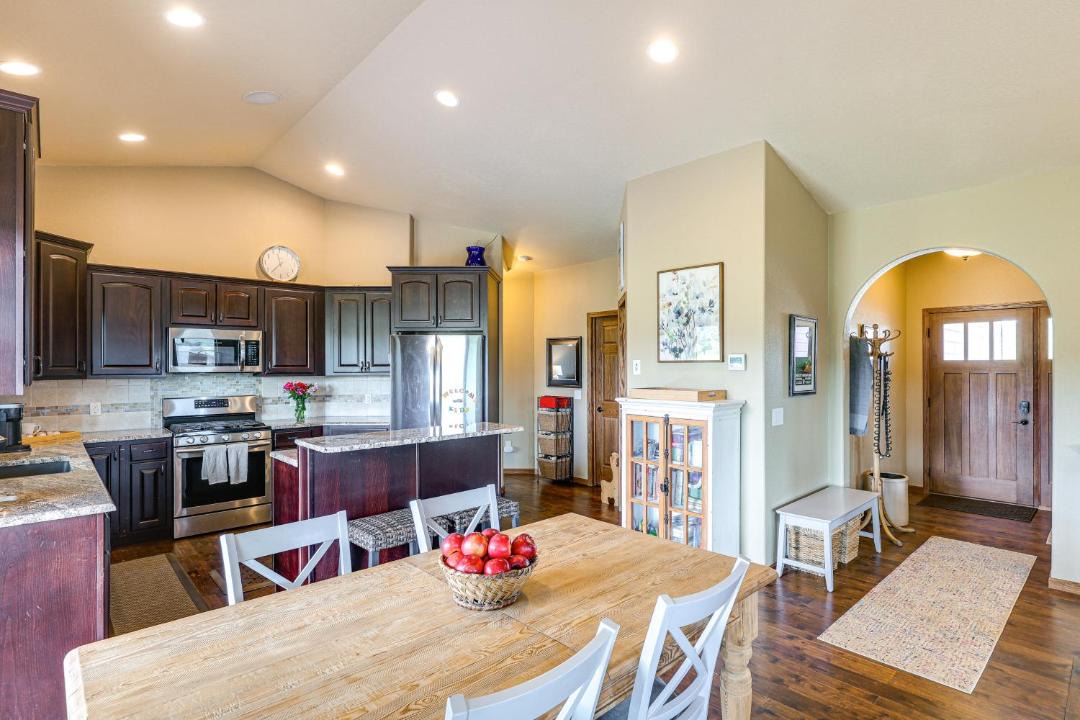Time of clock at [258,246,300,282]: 11:36
